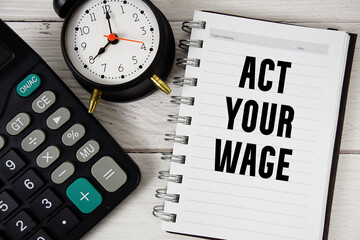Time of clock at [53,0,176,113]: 8:00
